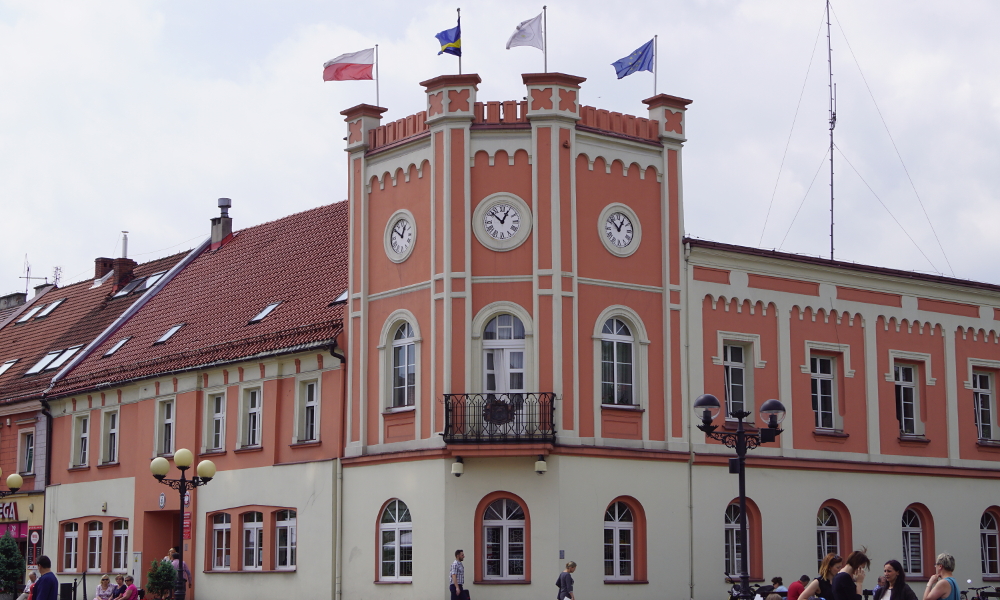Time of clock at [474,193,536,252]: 12:52
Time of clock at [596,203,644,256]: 12:52
